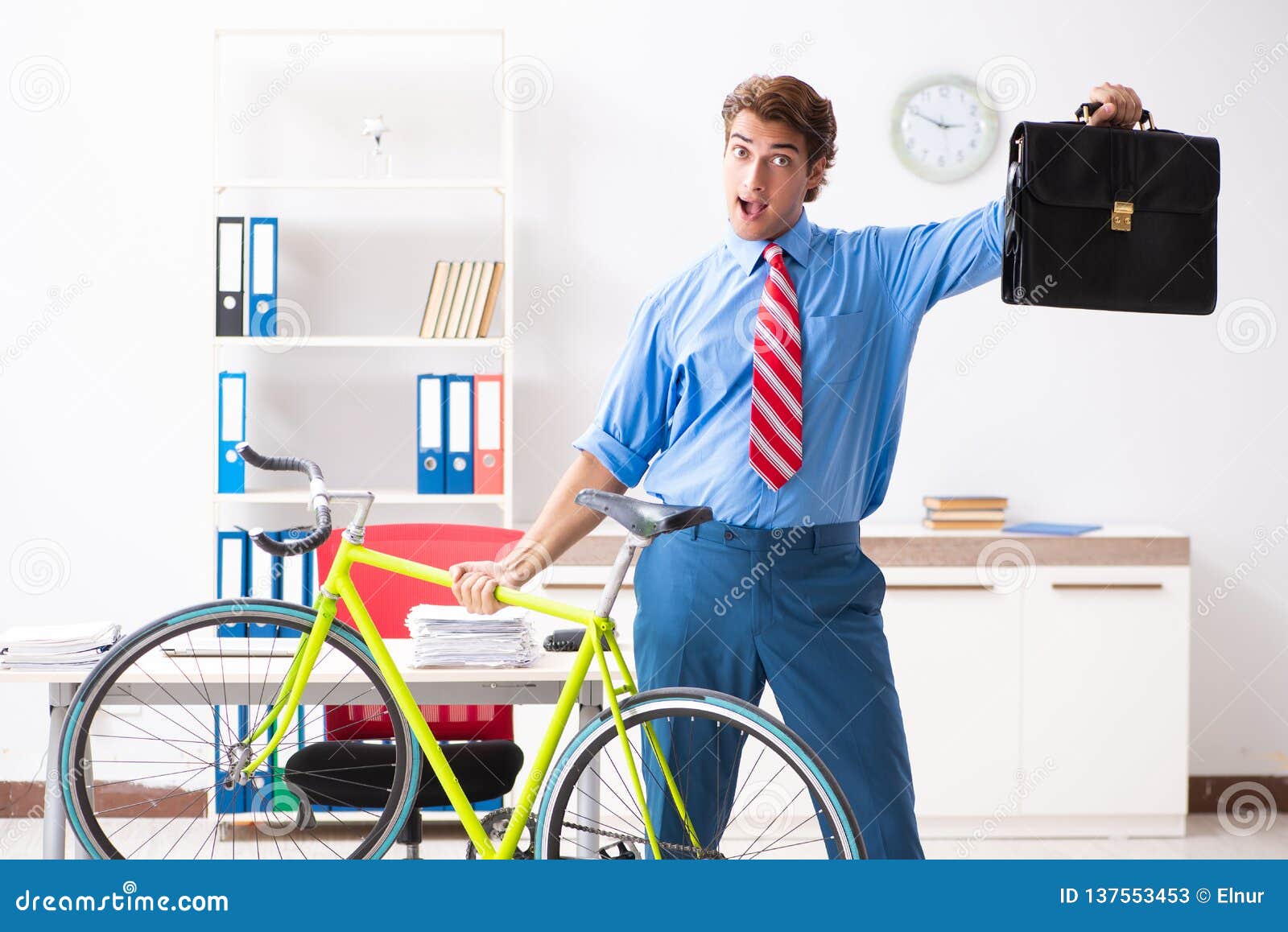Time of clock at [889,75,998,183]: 2:49
